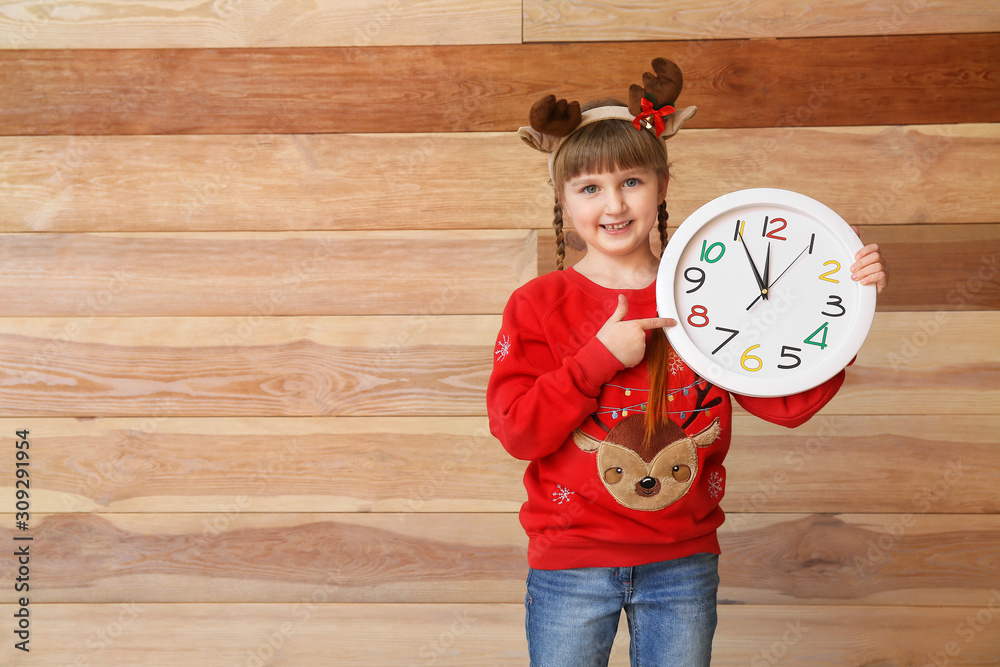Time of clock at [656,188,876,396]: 11:54
